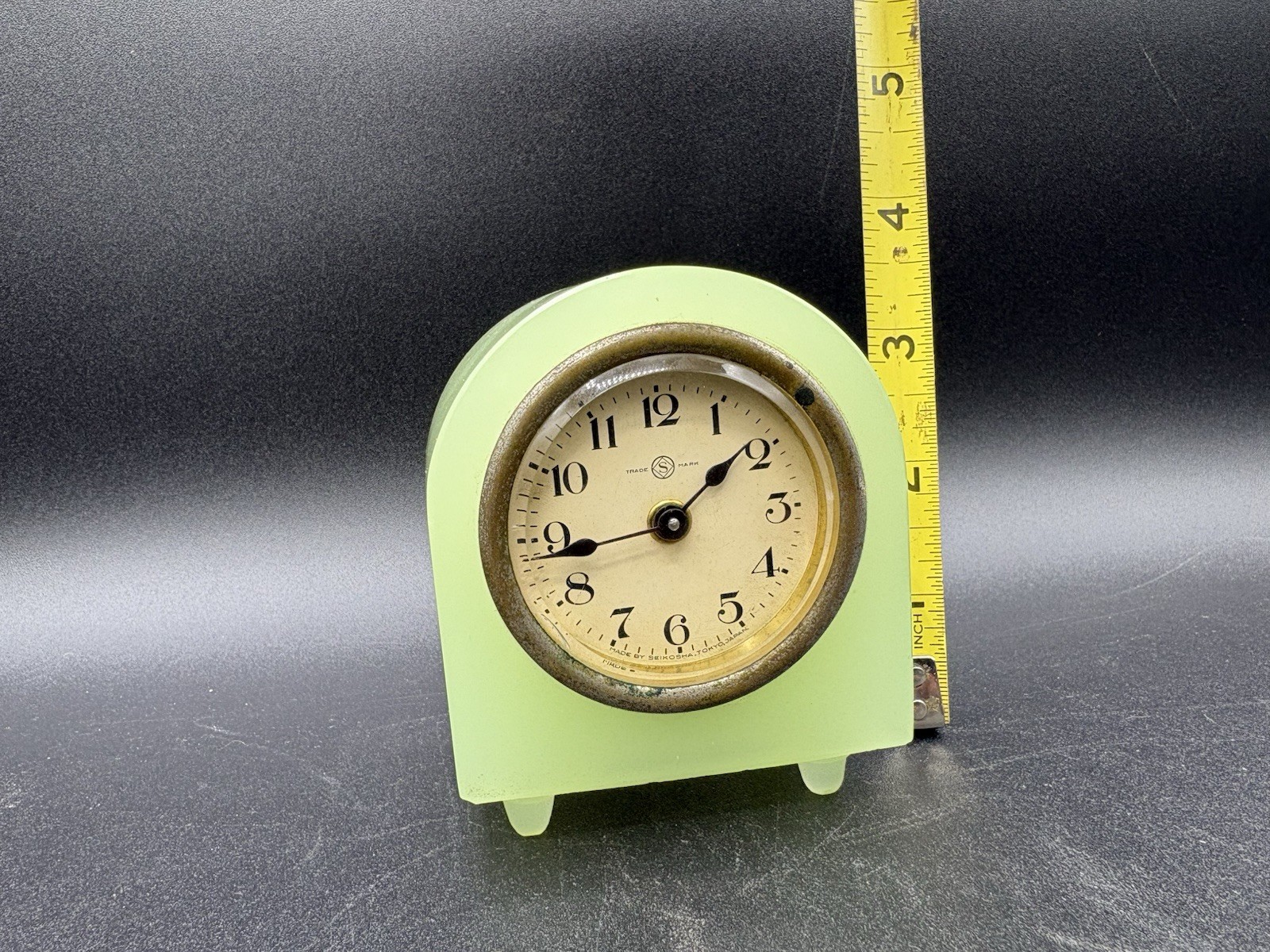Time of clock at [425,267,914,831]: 1:43
